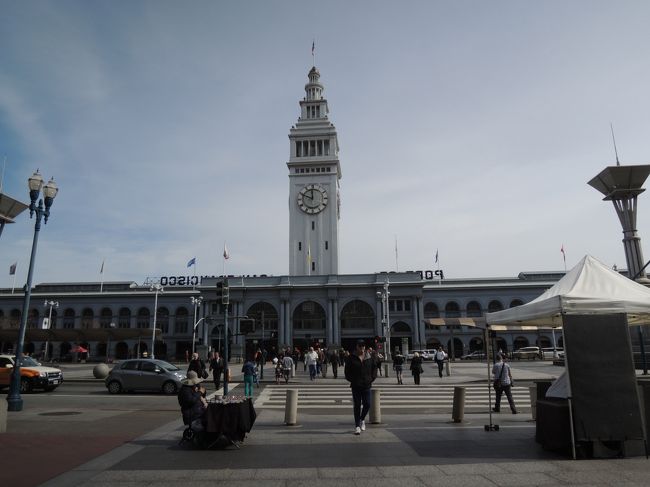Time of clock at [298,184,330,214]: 11:49
